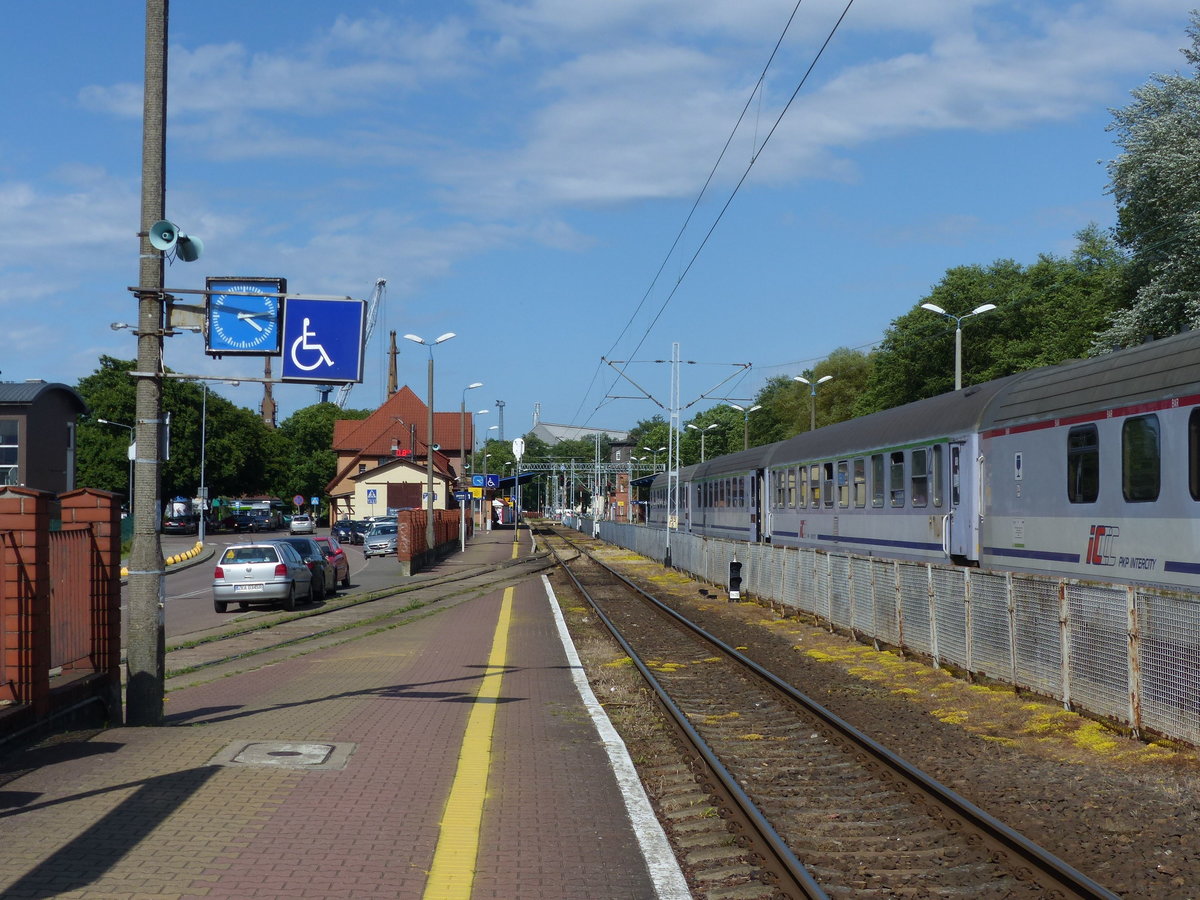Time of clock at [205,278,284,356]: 4:14
